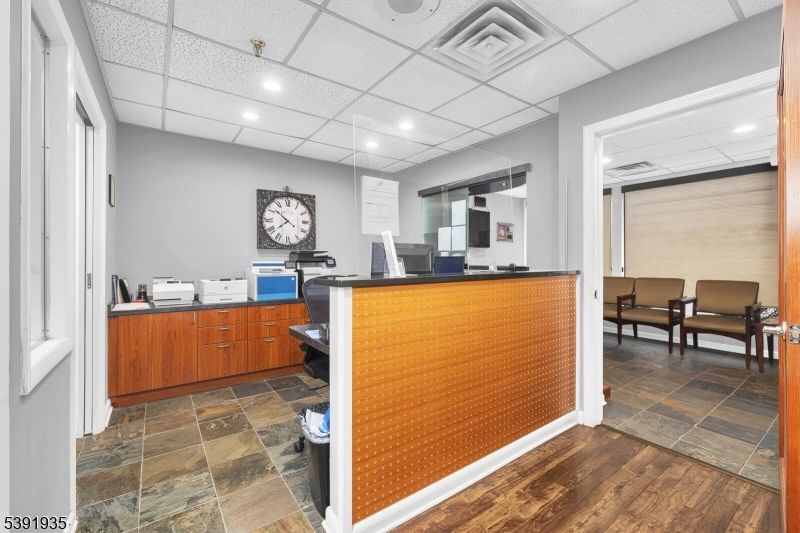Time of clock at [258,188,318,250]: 7:51
